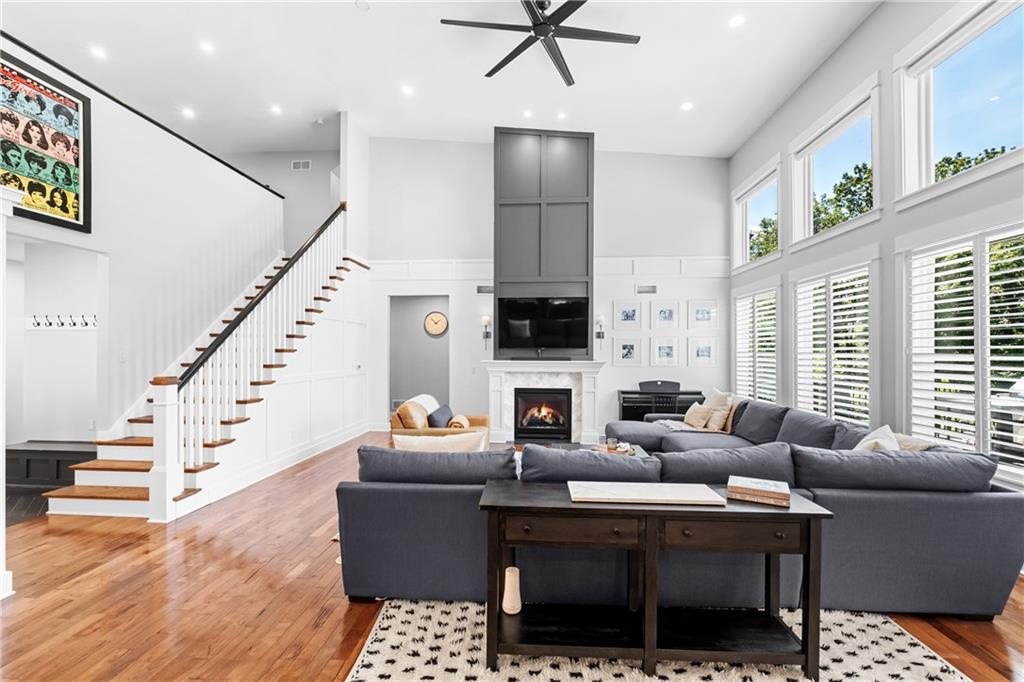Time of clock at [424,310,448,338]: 1:52
